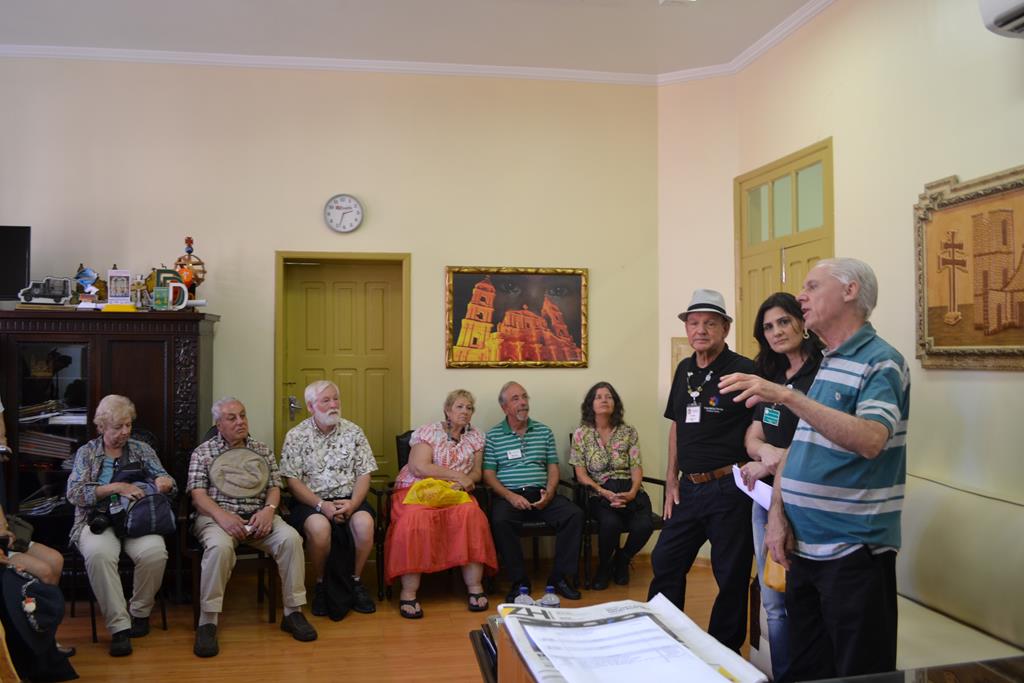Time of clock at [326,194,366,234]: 2:33
